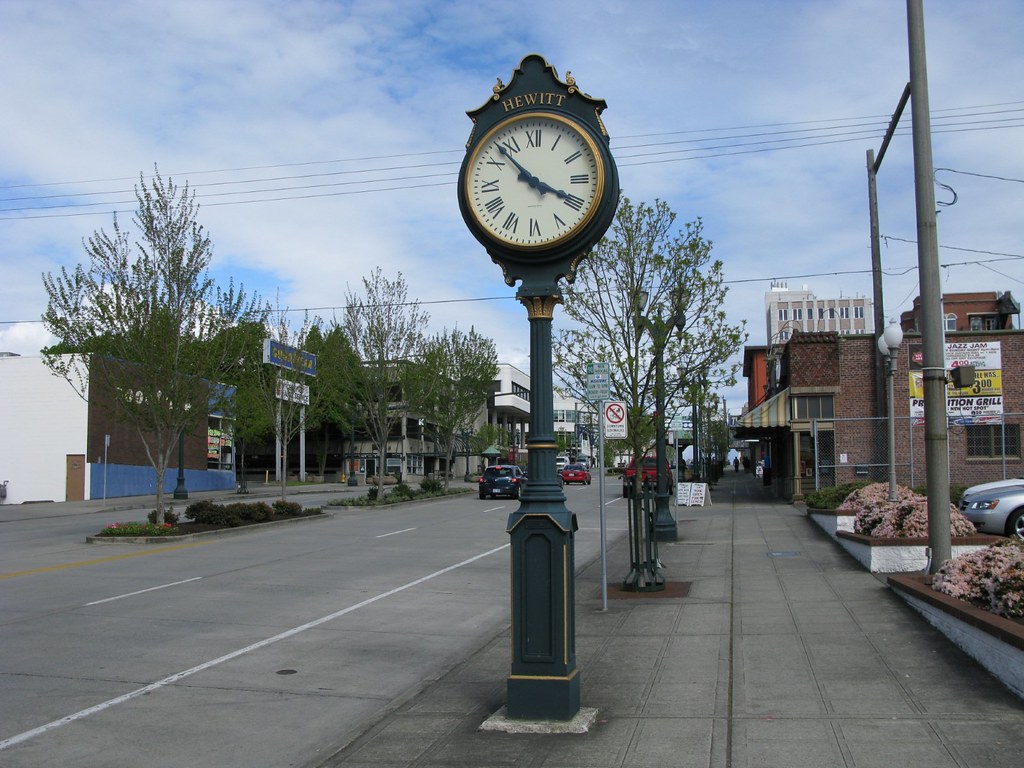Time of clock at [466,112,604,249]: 3:52
